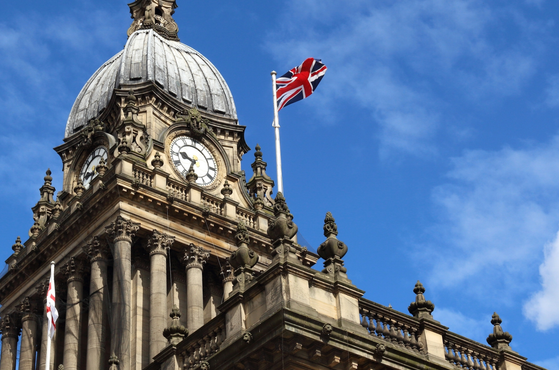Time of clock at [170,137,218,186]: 9:33
